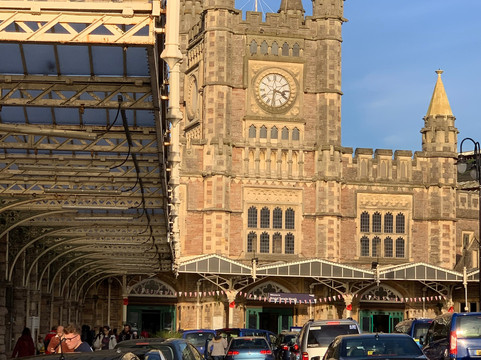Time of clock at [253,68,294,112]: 3:31
